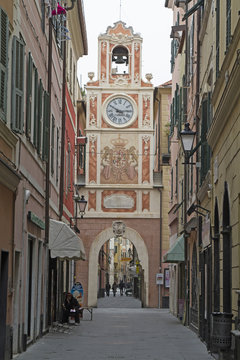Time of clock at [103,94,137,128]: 2:49
